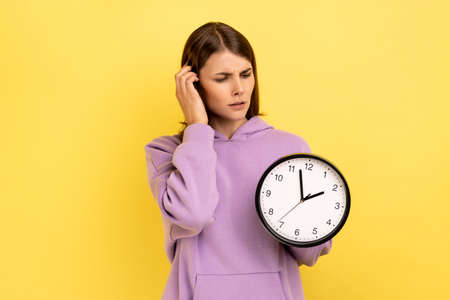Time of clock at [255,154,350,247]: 1:57
